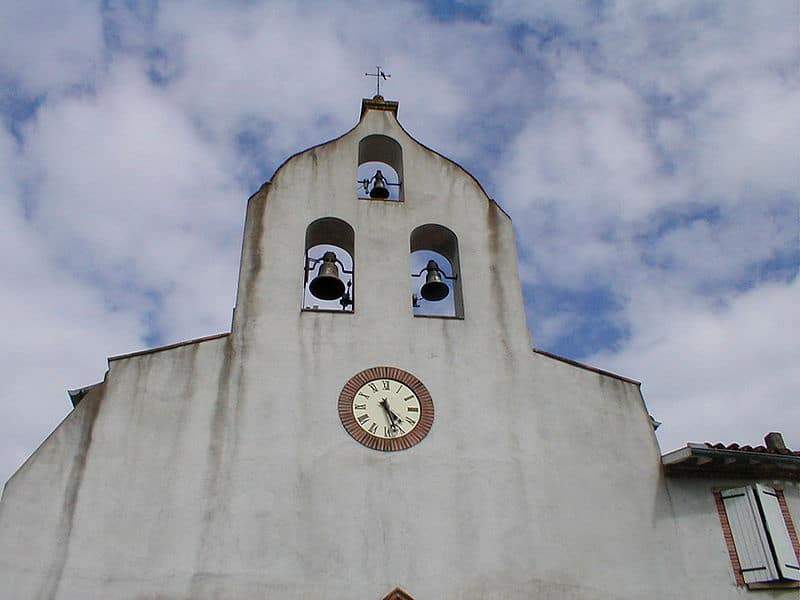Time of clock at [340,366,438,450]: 4:27
